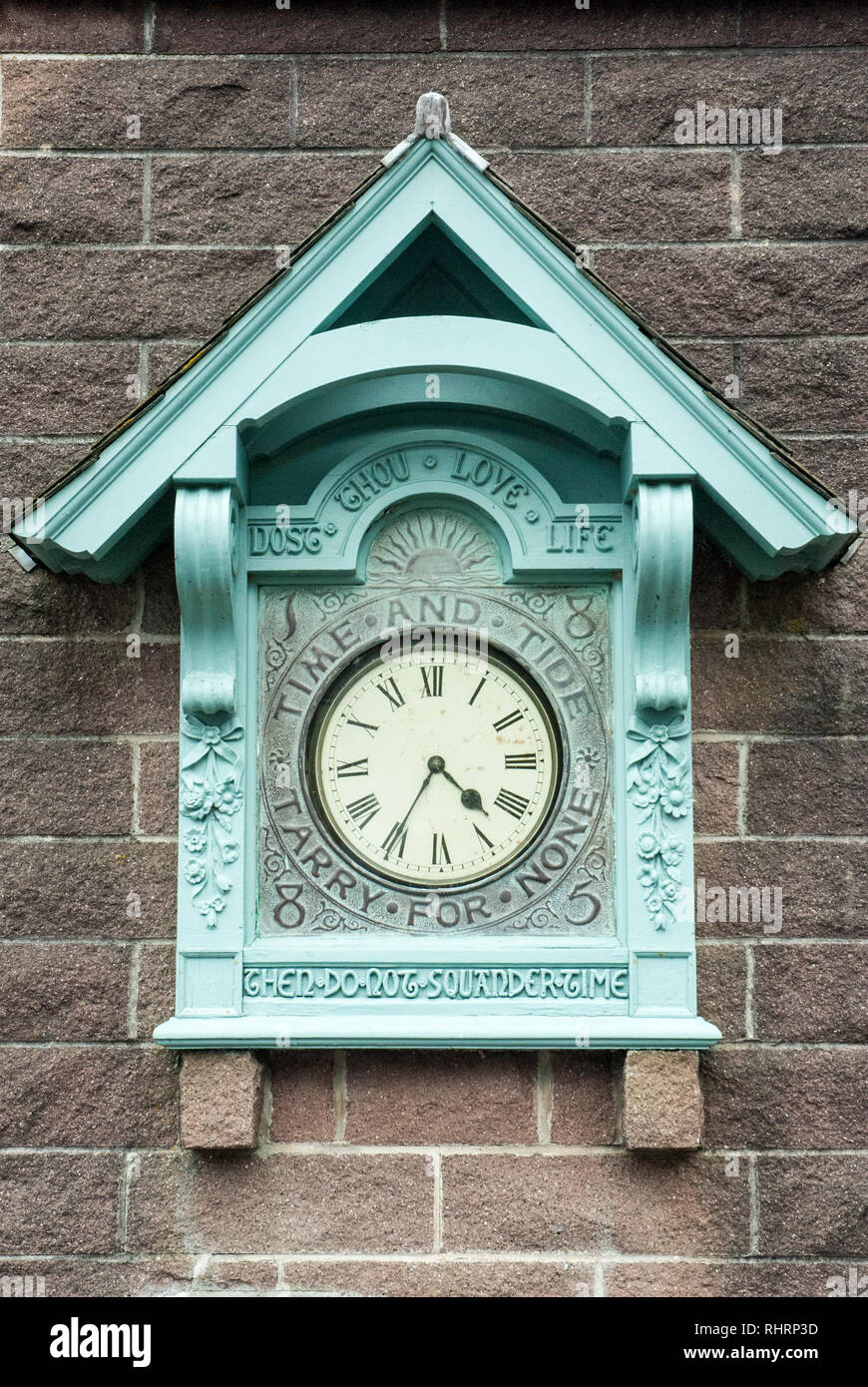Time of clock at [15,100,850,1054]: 4:35
